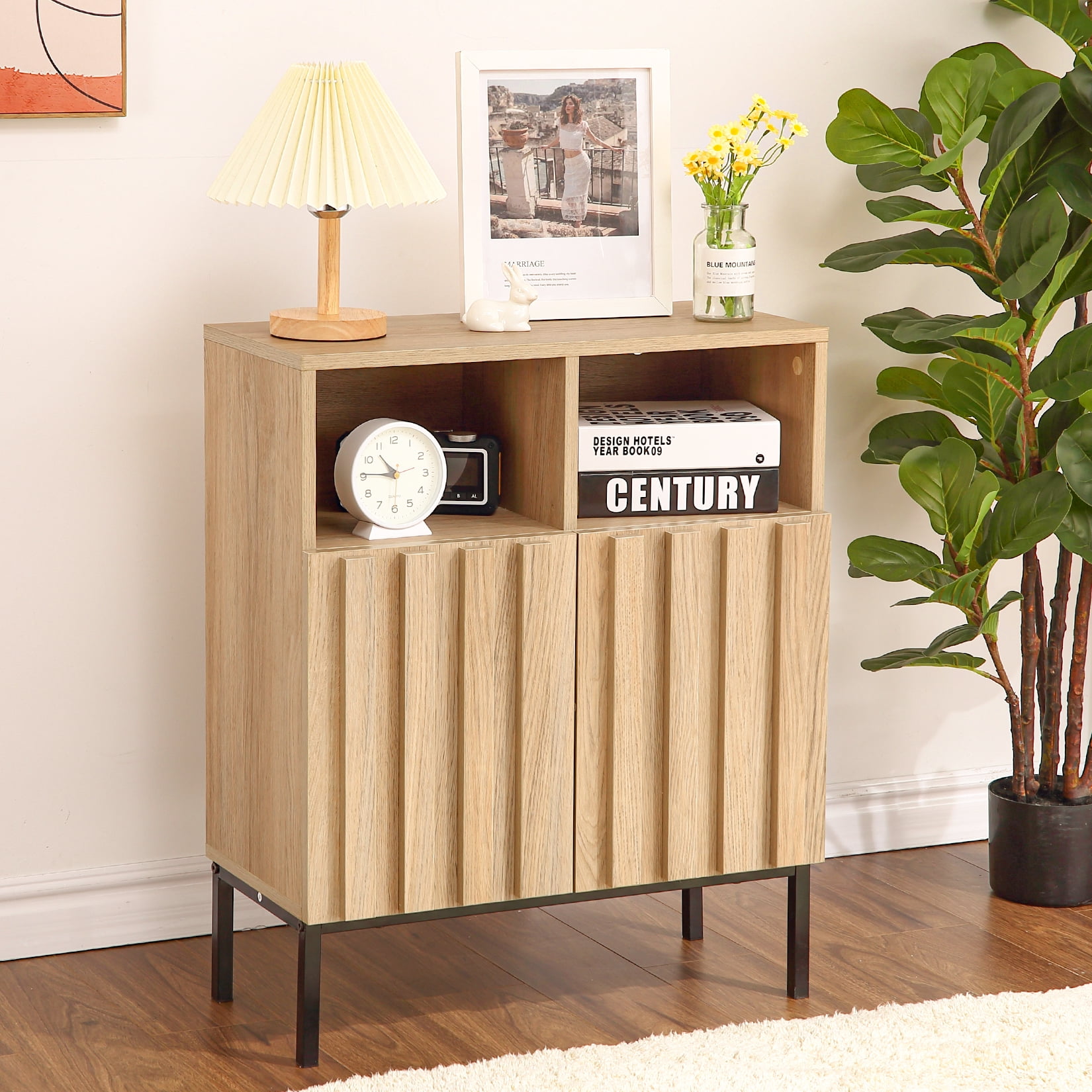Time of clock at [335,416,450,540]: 10:45
